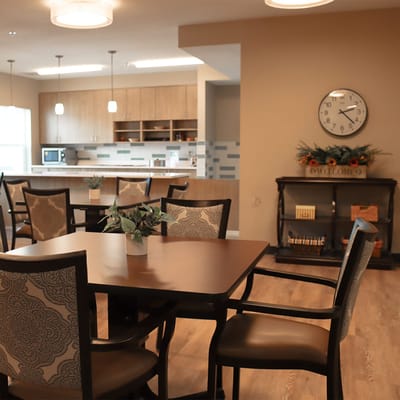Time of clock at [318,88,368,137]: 2:22
